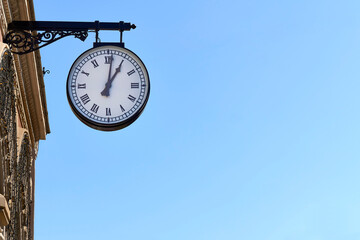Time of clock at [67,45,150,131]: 1:01
